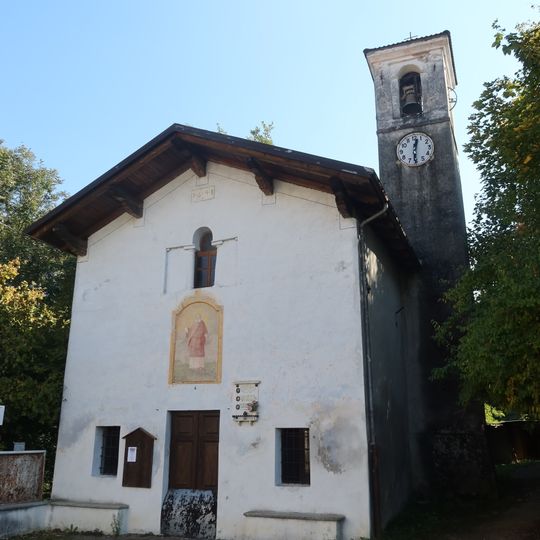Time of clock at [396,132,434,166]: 12:30
